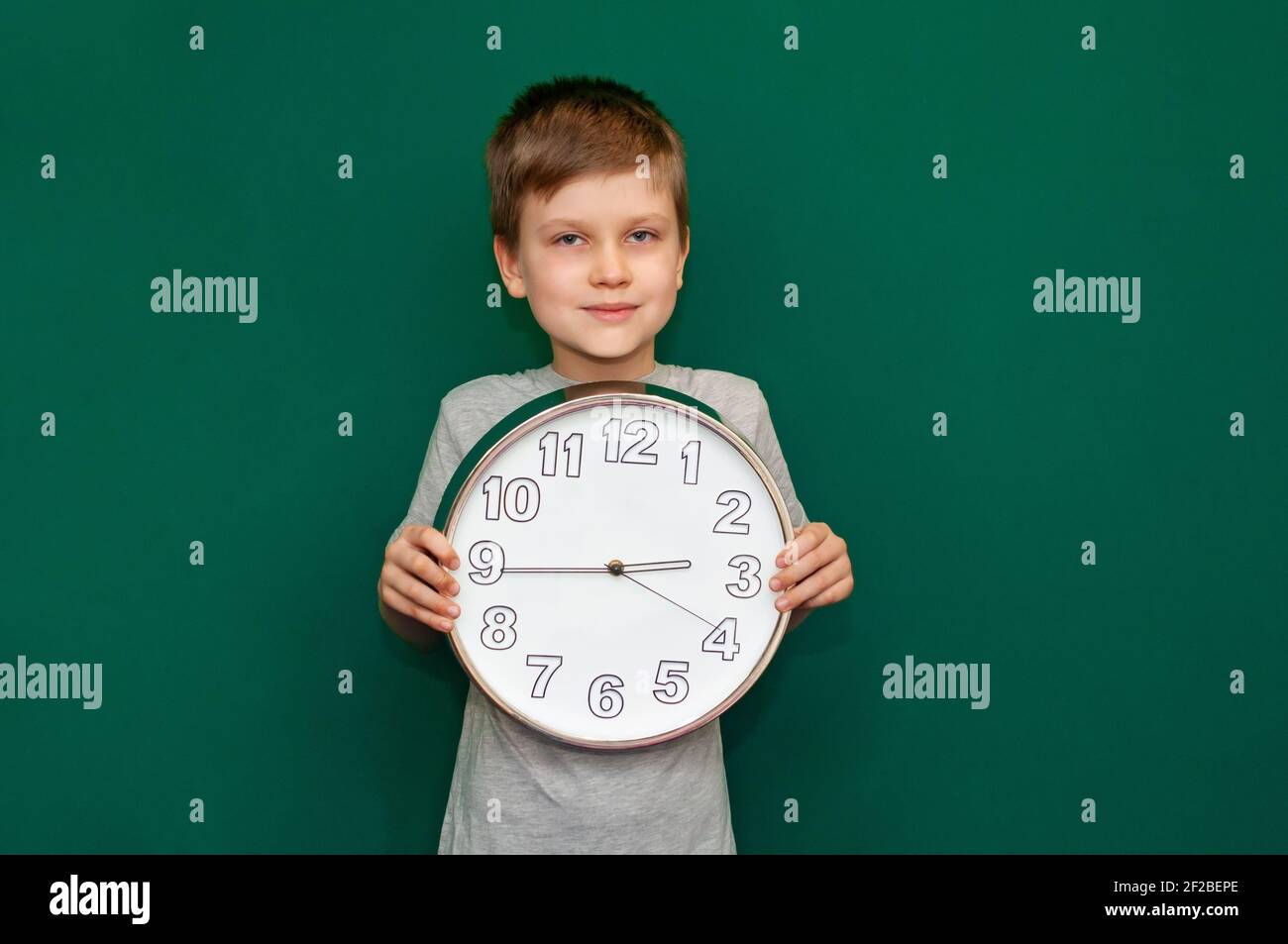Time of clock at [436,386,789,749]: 2:44
